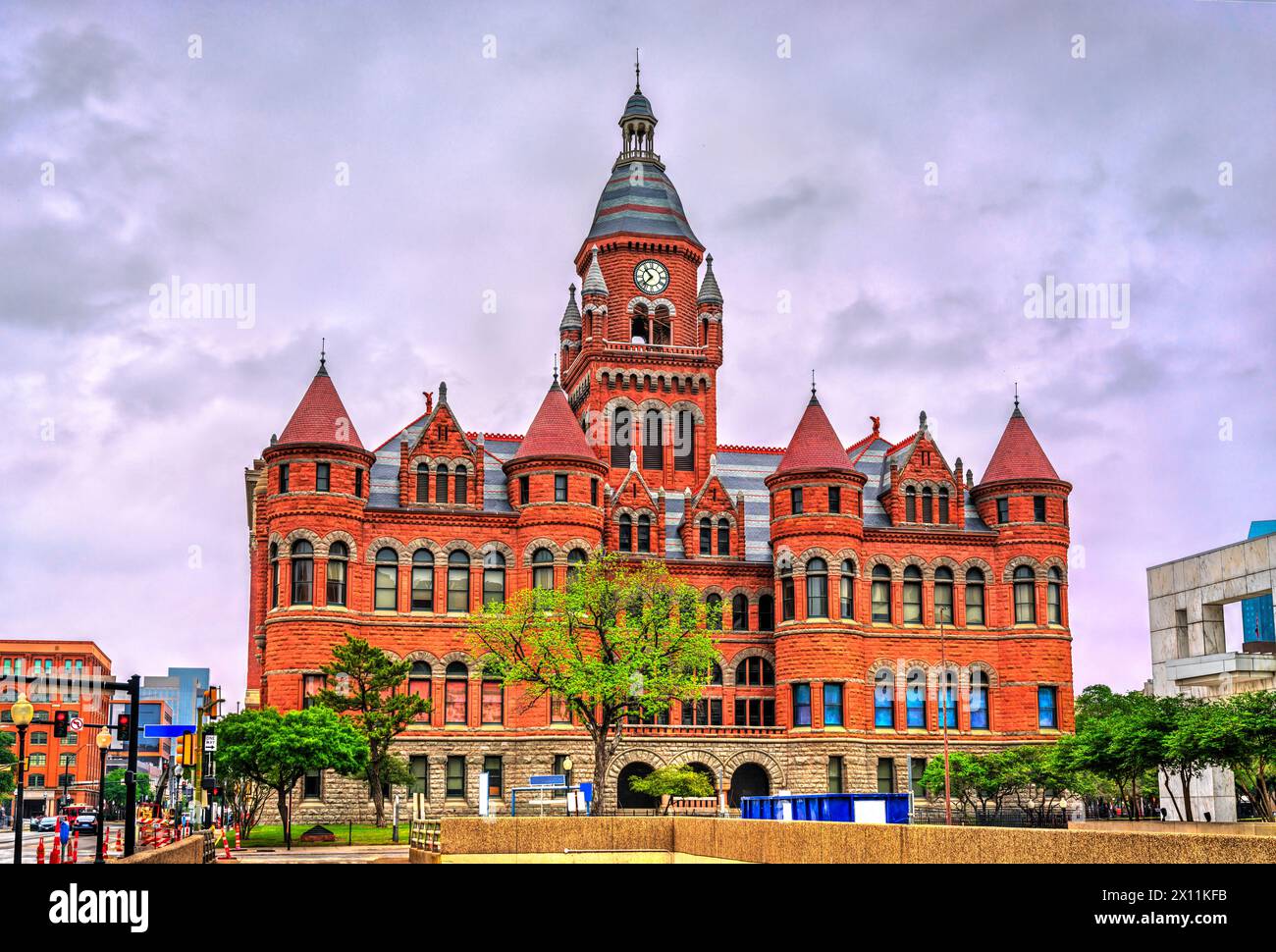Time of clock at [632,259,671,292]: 10:37
